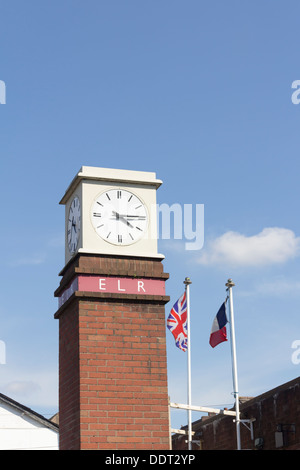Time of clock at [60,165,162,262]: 4:14
